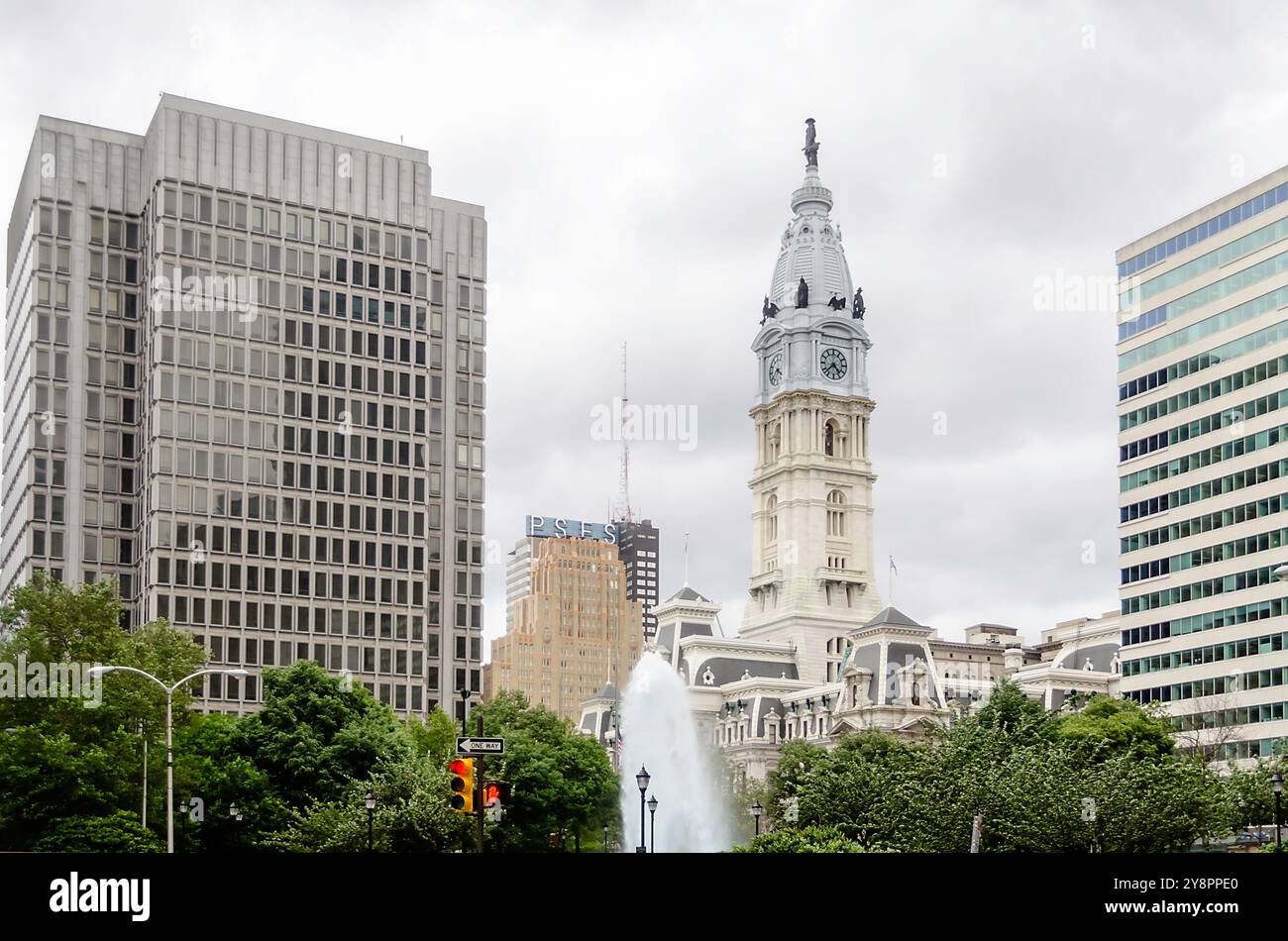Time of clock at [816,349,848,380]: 4:37
